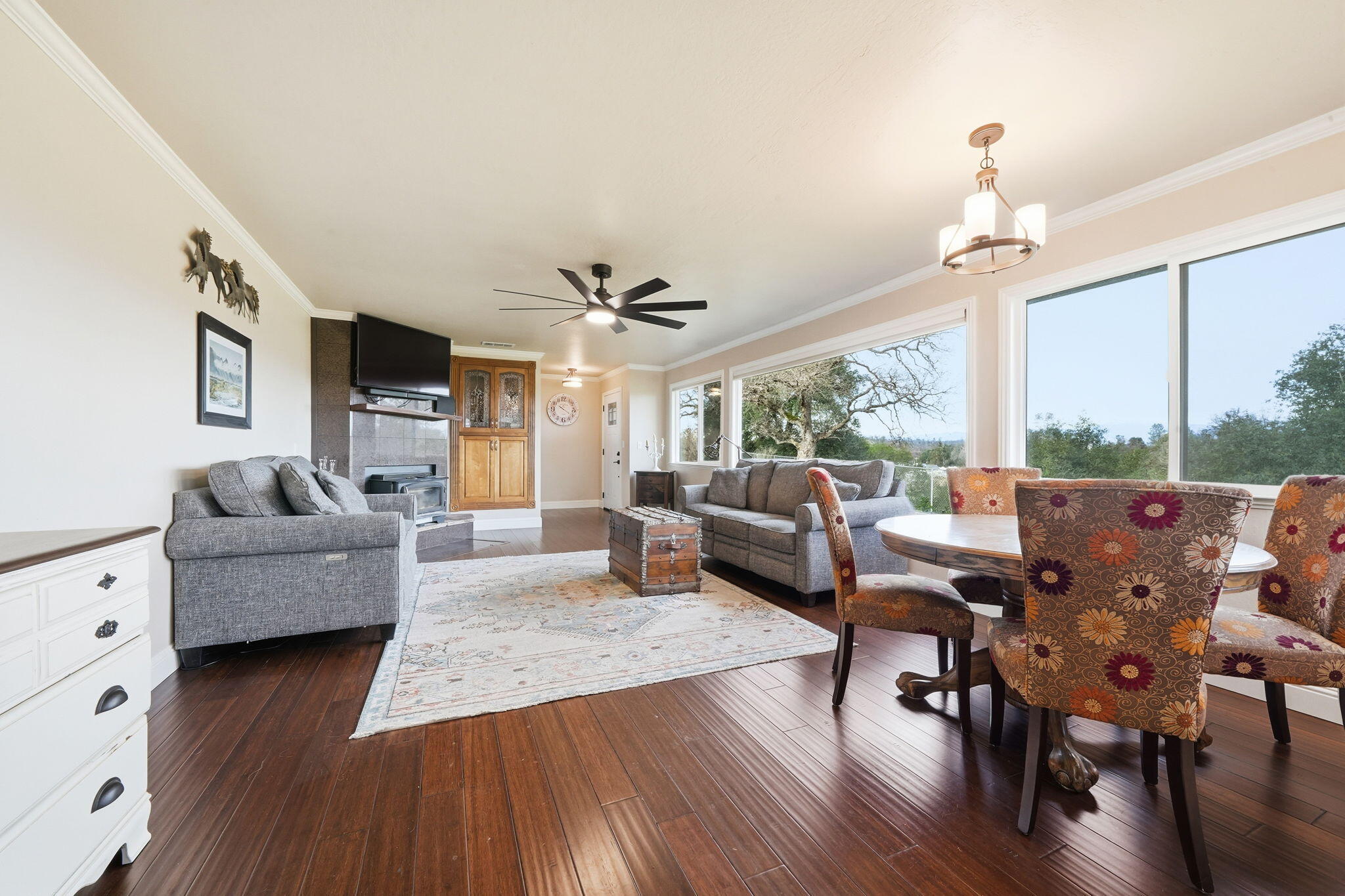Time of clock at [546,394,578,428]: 4:20
